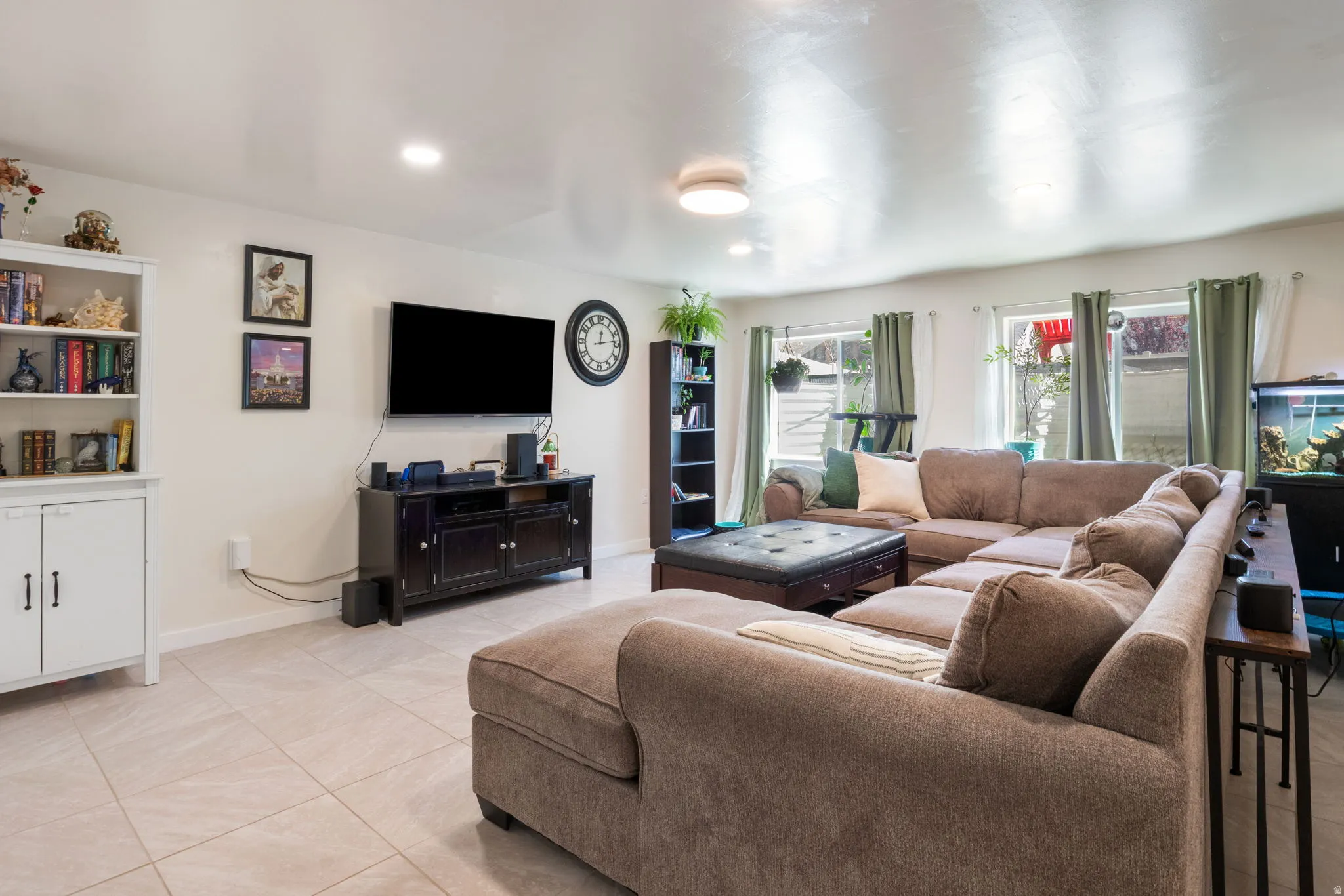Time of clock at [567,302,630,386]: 12:13
